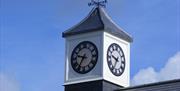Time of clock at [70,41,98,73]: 9:35
